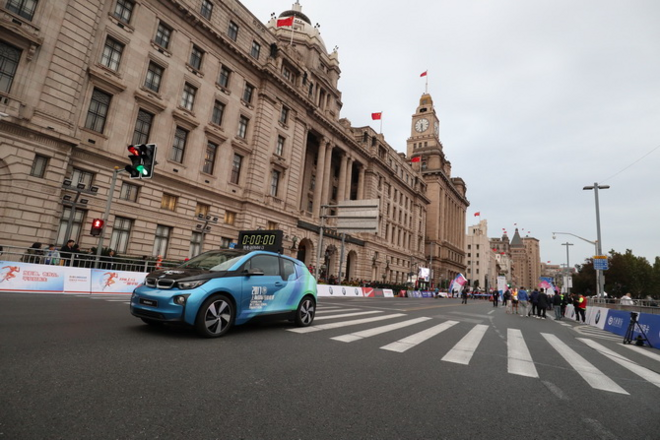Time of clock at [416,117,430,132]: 6:28
